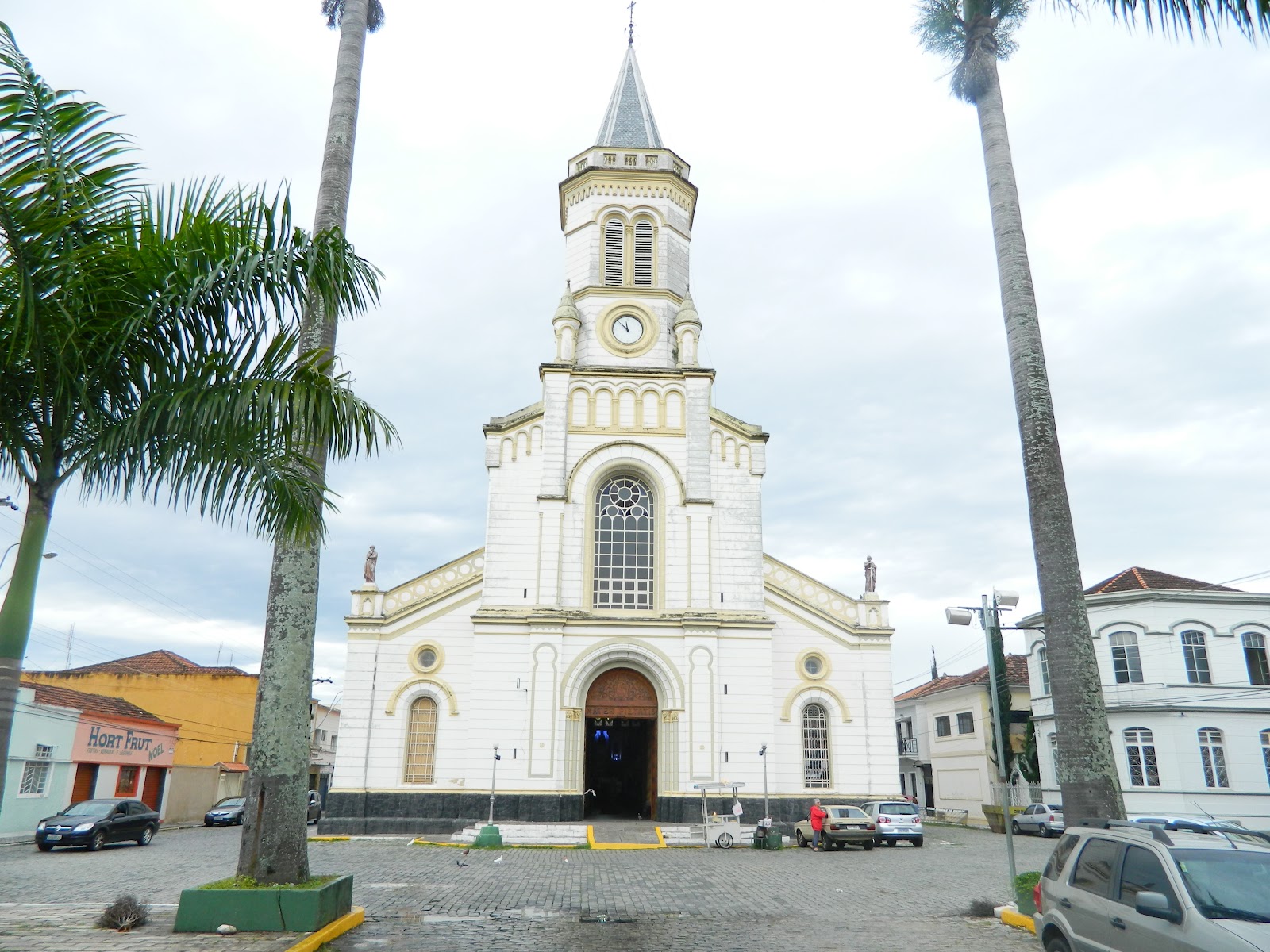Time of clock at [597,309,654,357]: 11:52
